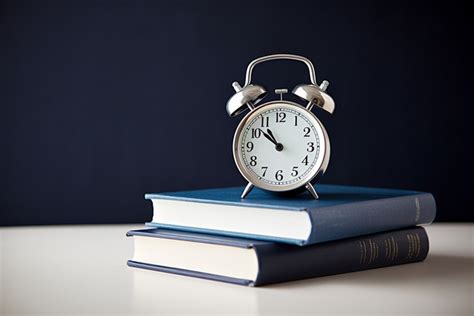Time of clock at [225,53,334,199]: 10:51
